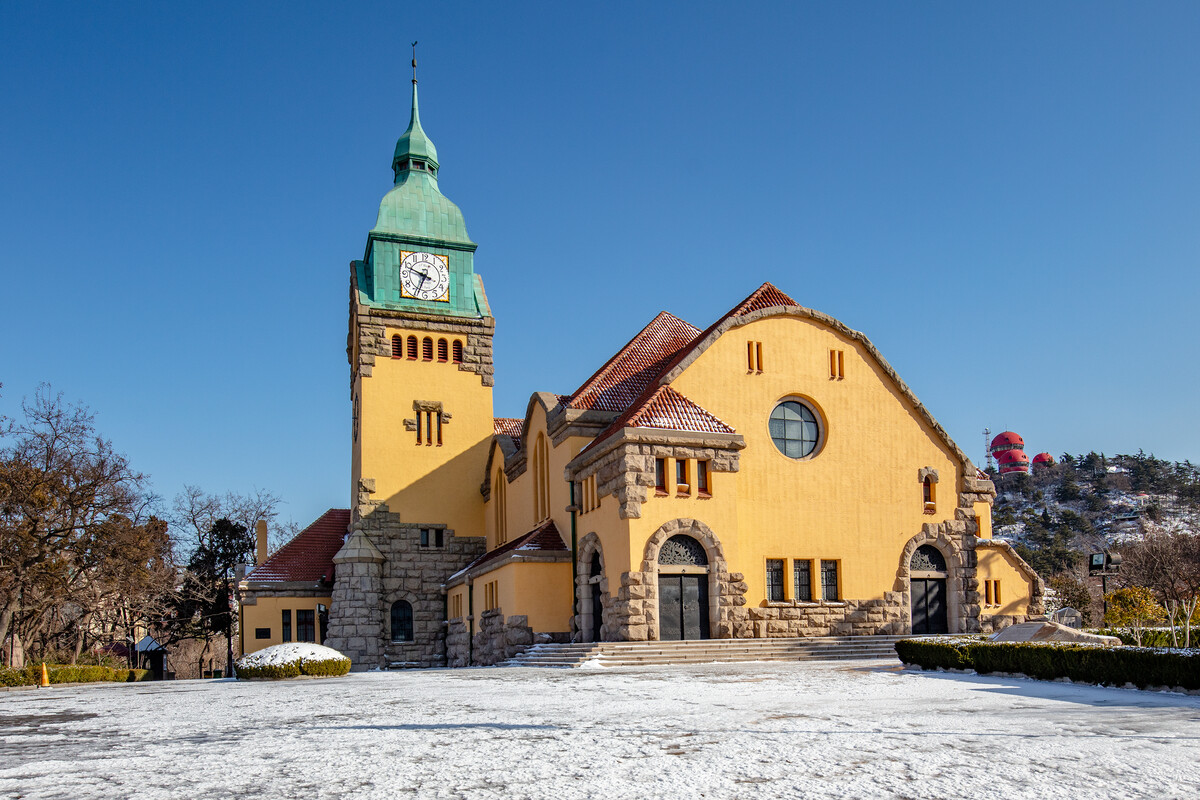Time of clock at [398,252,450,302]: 6:48
